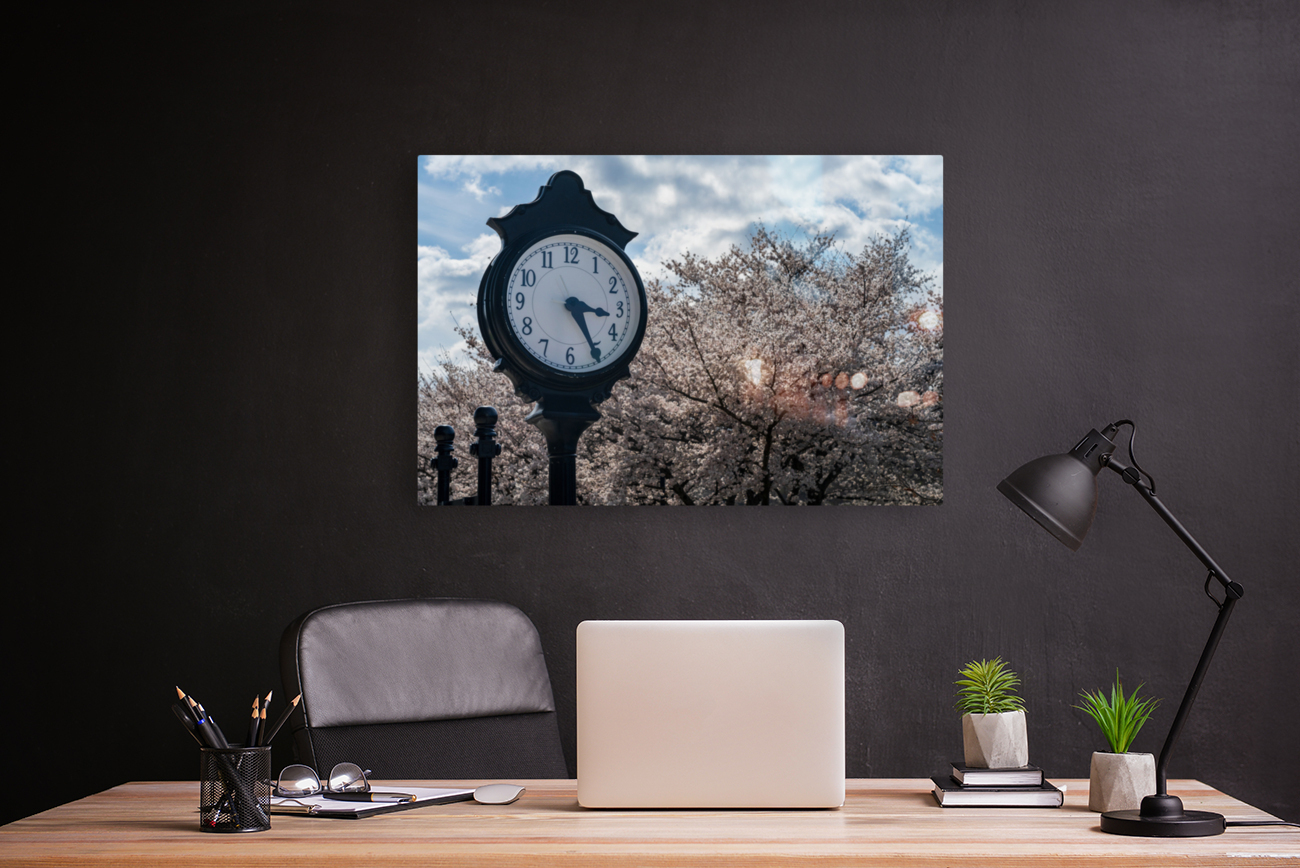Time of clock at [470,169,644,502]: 3:24
